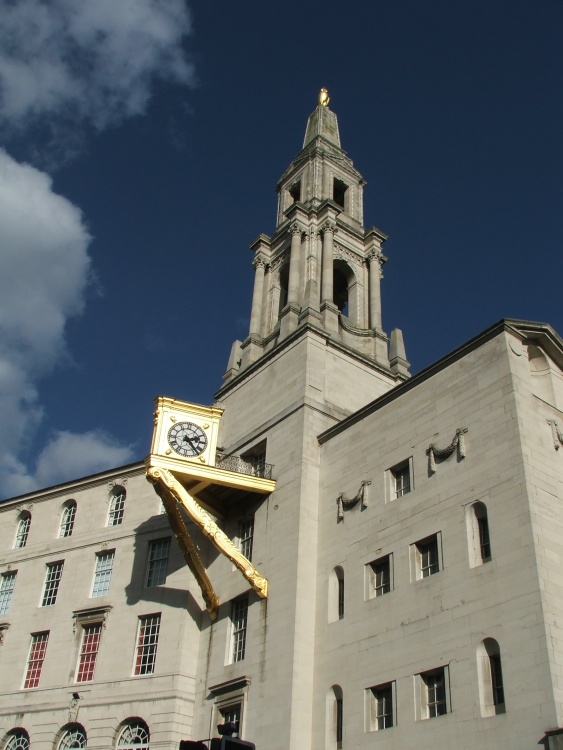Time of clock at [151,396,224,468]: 2:23
